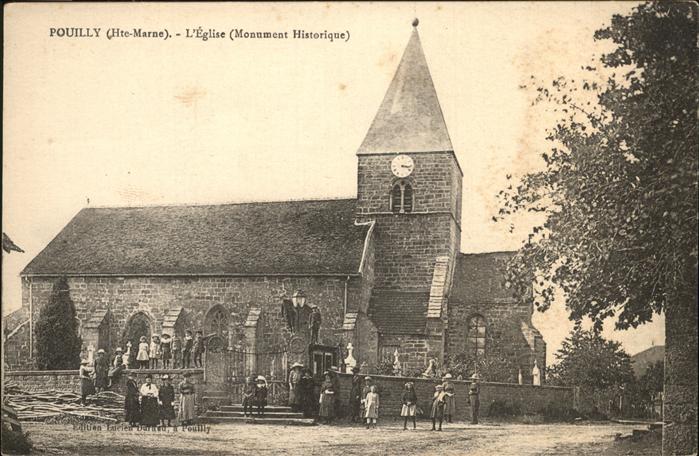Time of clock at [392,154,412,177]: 3:17
